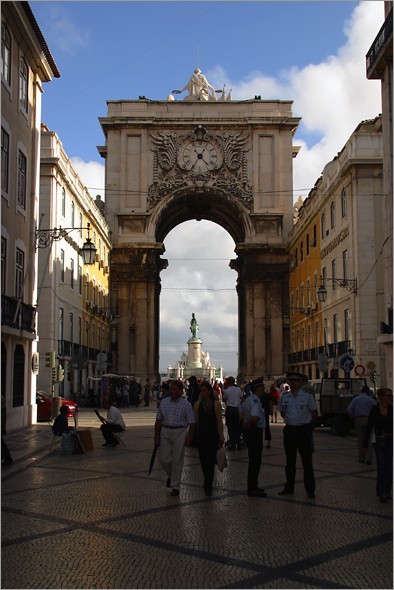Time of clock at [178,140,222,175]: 4:35
